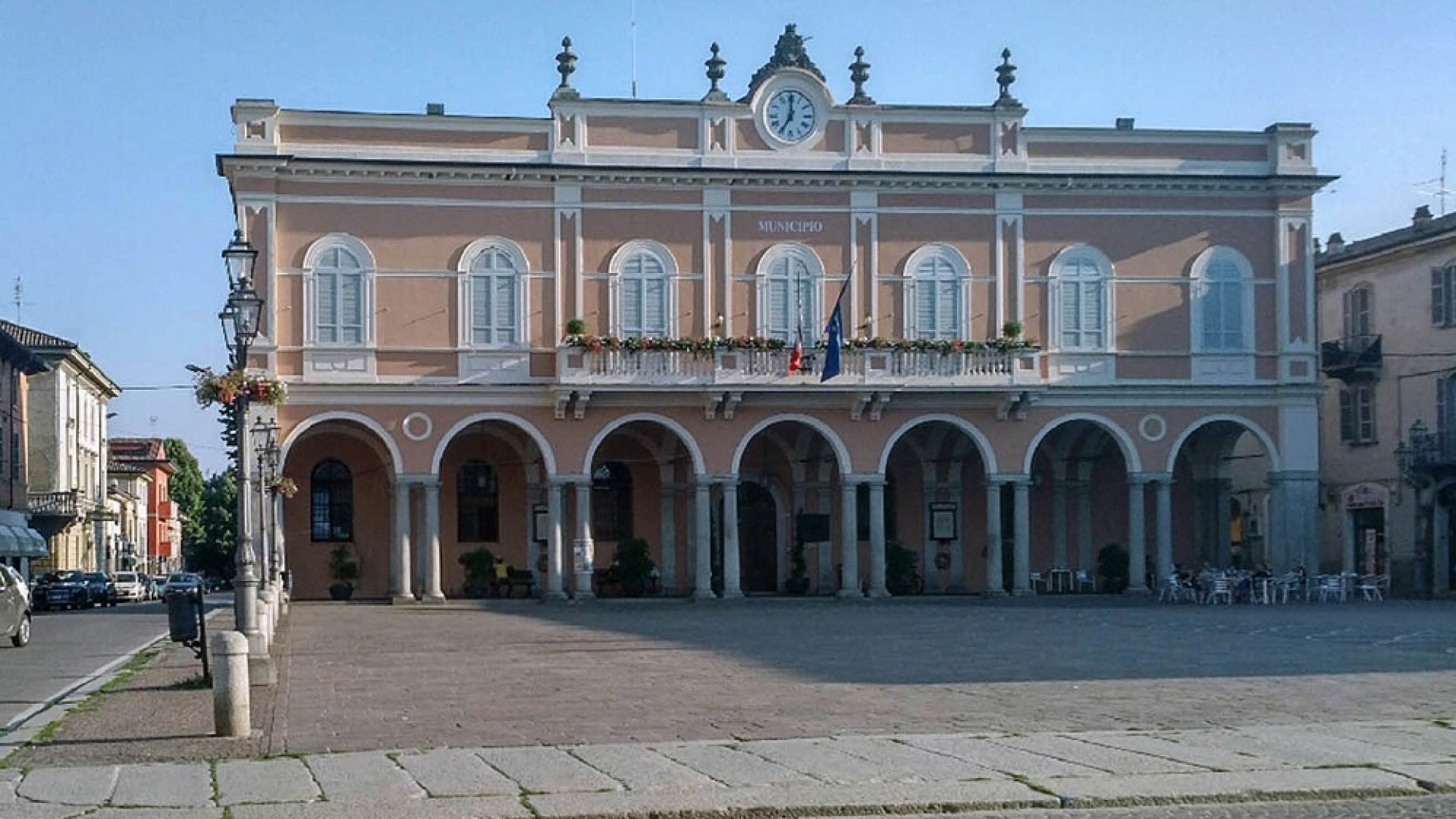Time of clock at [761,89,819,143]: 7:00
